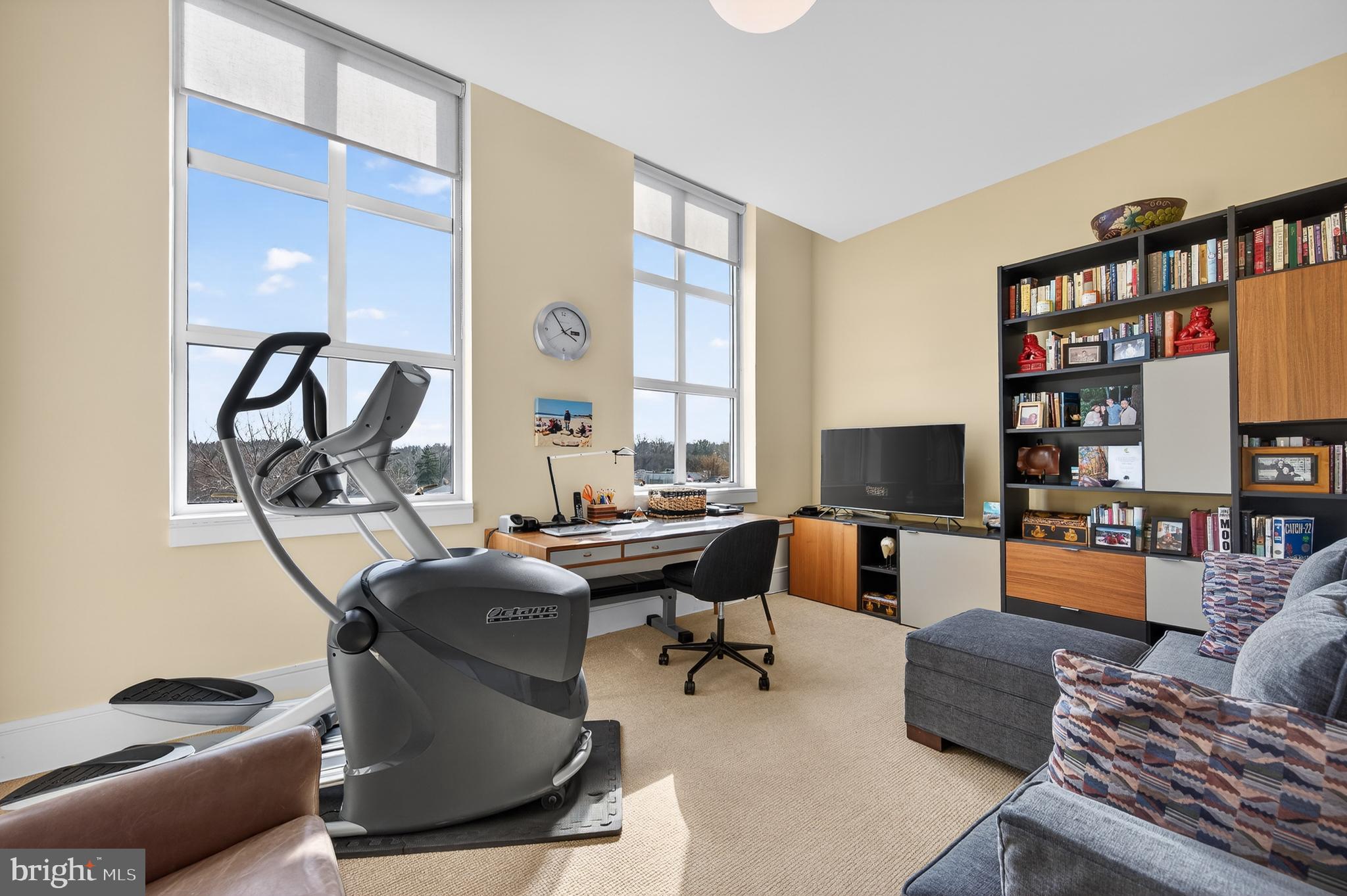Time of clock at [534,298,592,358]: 3:54
